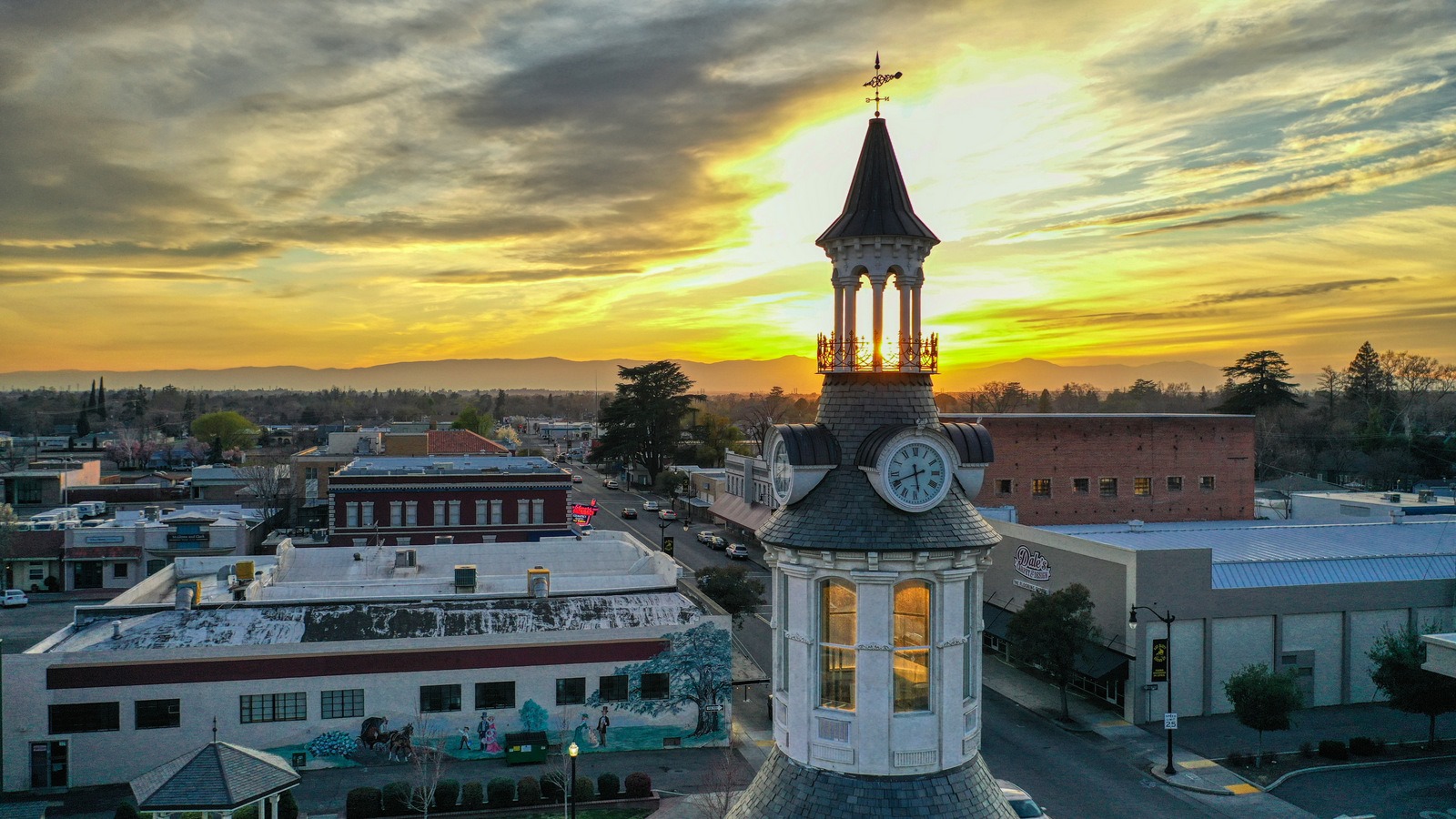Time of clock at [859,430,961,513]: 5:41
